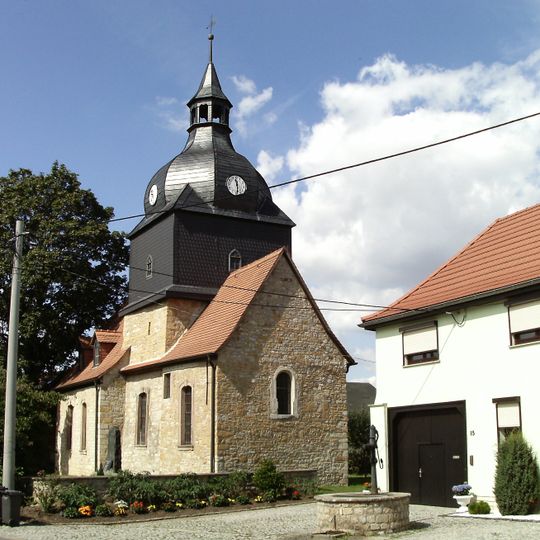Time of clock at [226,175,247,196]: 11:29
